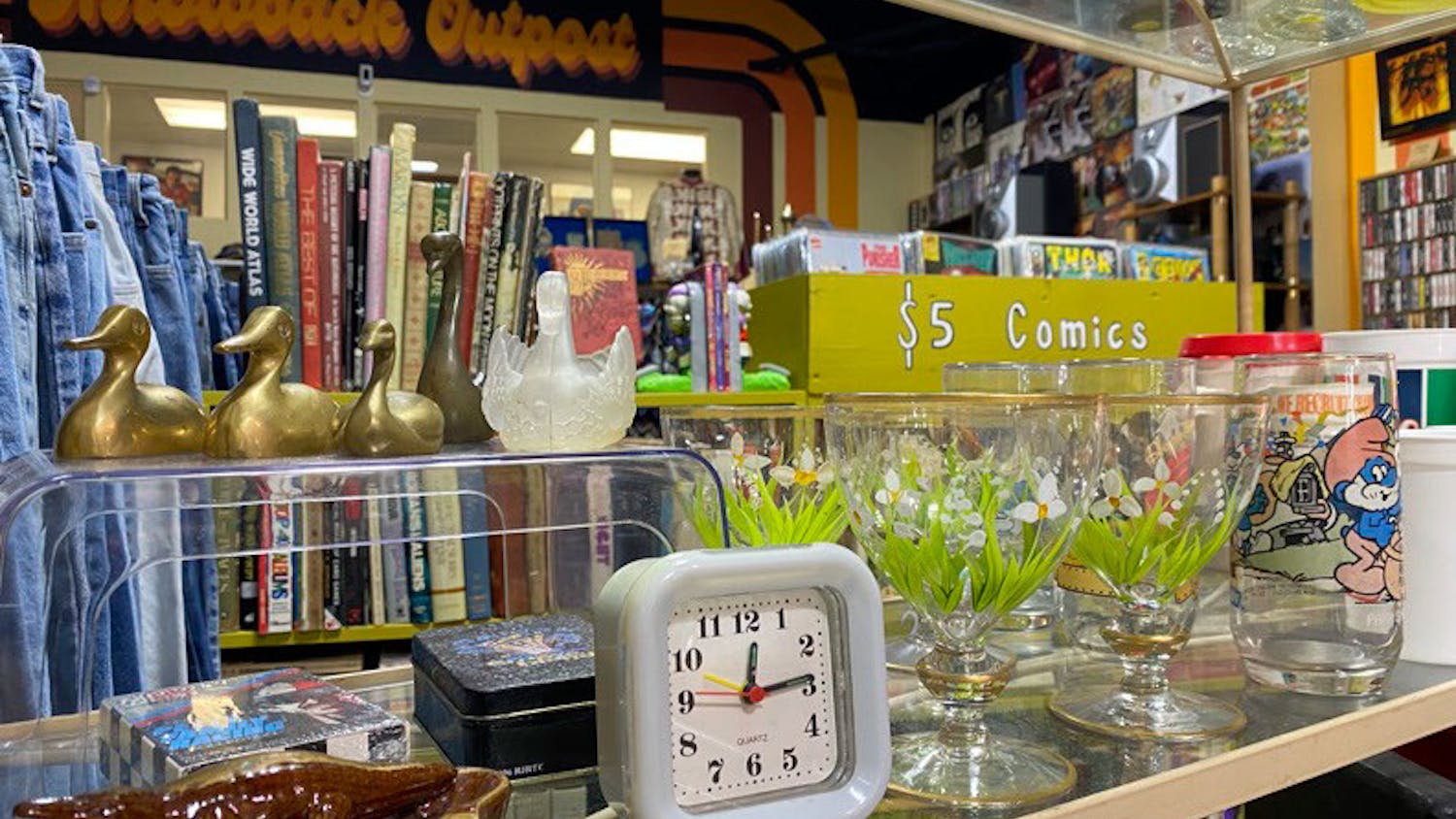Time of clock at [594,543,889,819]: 12:13
